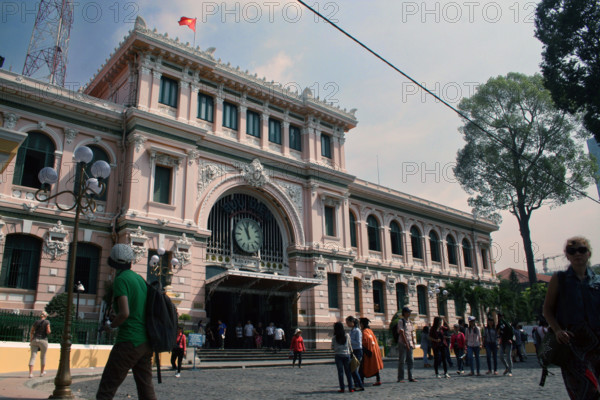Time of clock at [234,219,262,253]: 10:58
